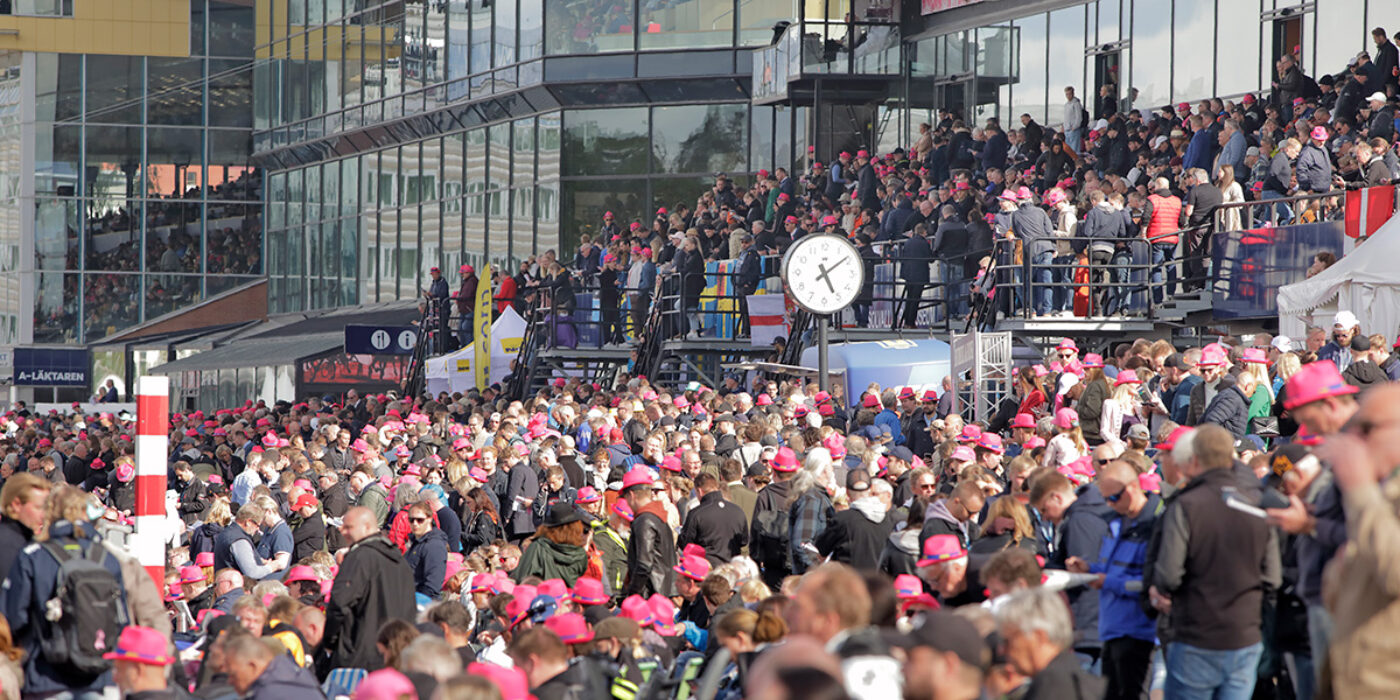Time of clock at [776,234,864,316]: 5:08
